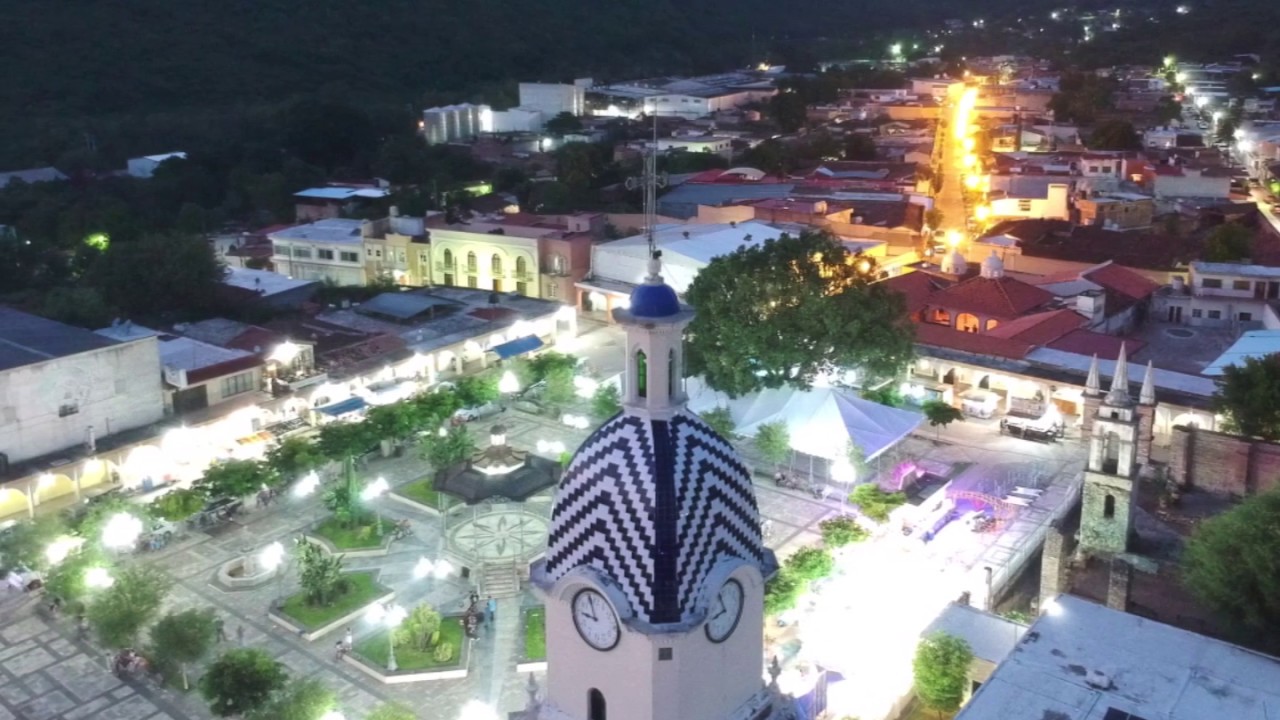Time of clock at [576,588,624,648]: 8:56
